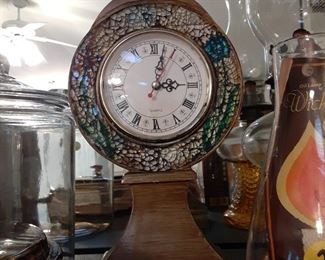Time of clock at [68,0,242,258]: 3:02
